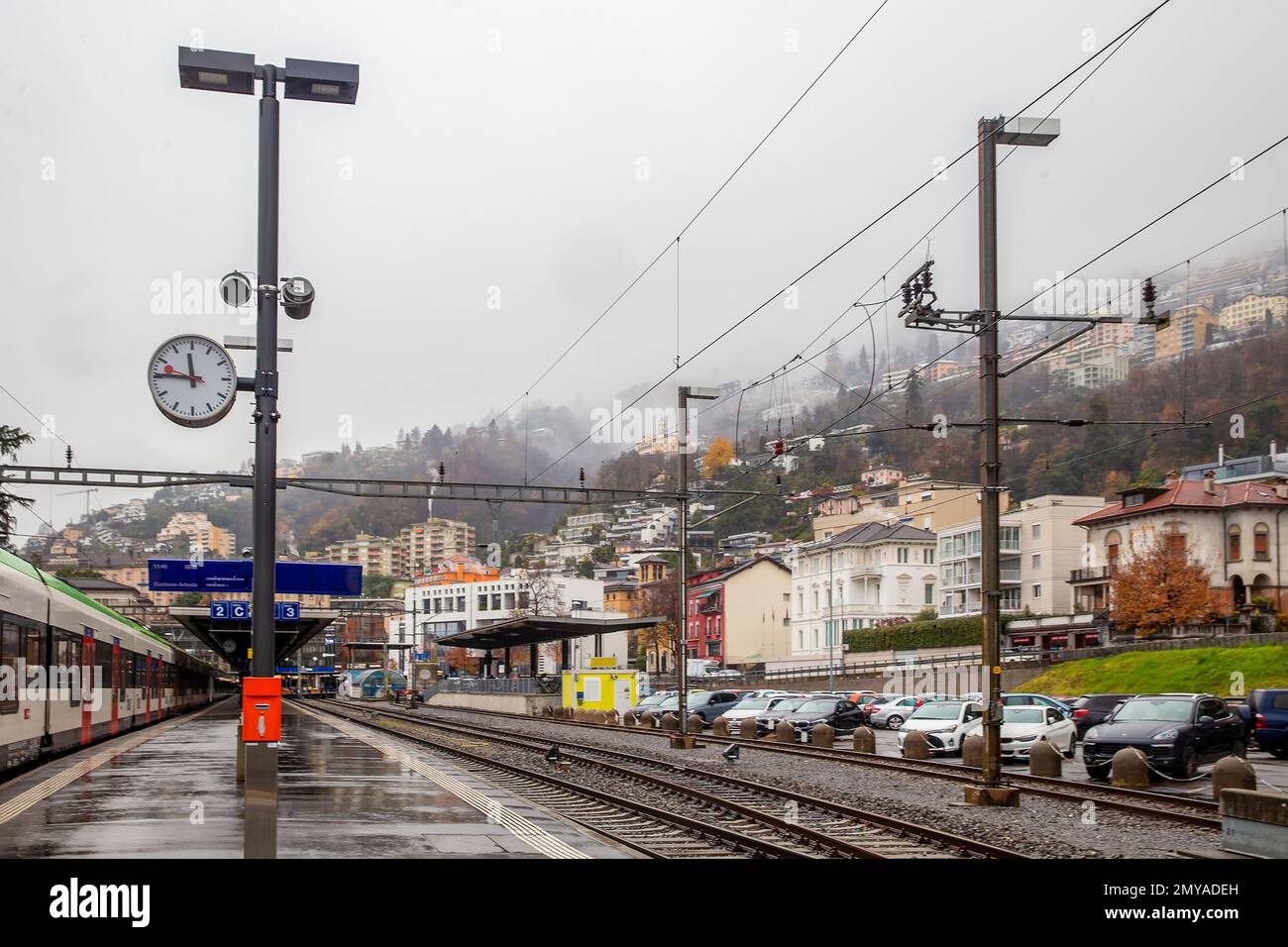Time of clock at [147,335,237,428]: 11:46
